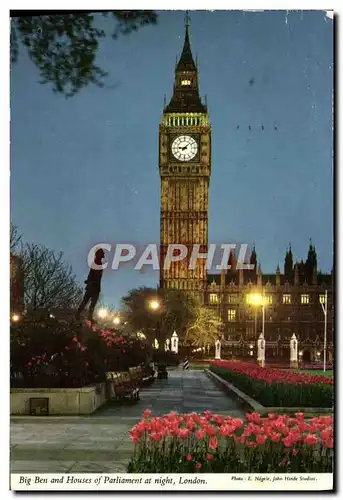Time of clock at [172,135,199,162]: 9:08
